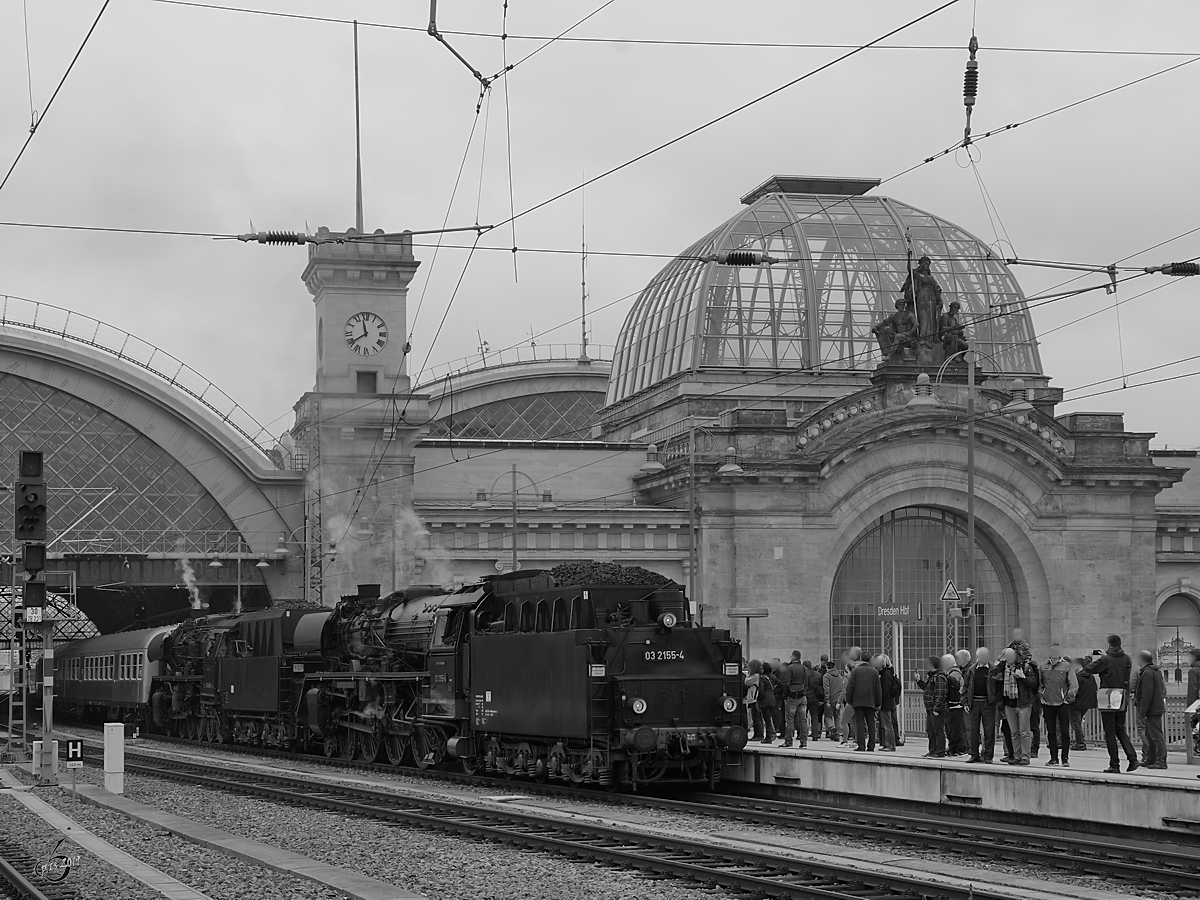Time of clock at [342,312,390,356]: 11:39
